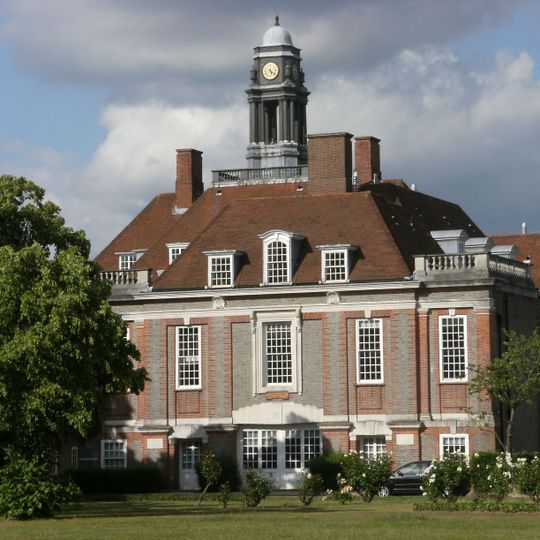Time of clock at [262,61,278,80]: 5:21
